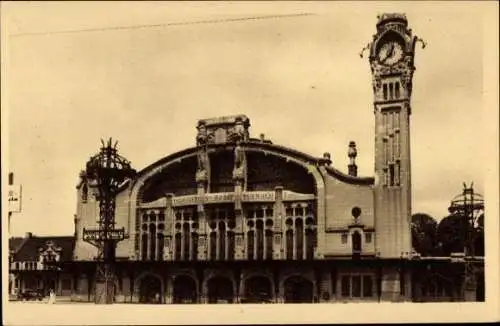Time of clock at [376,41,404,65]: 12:37
